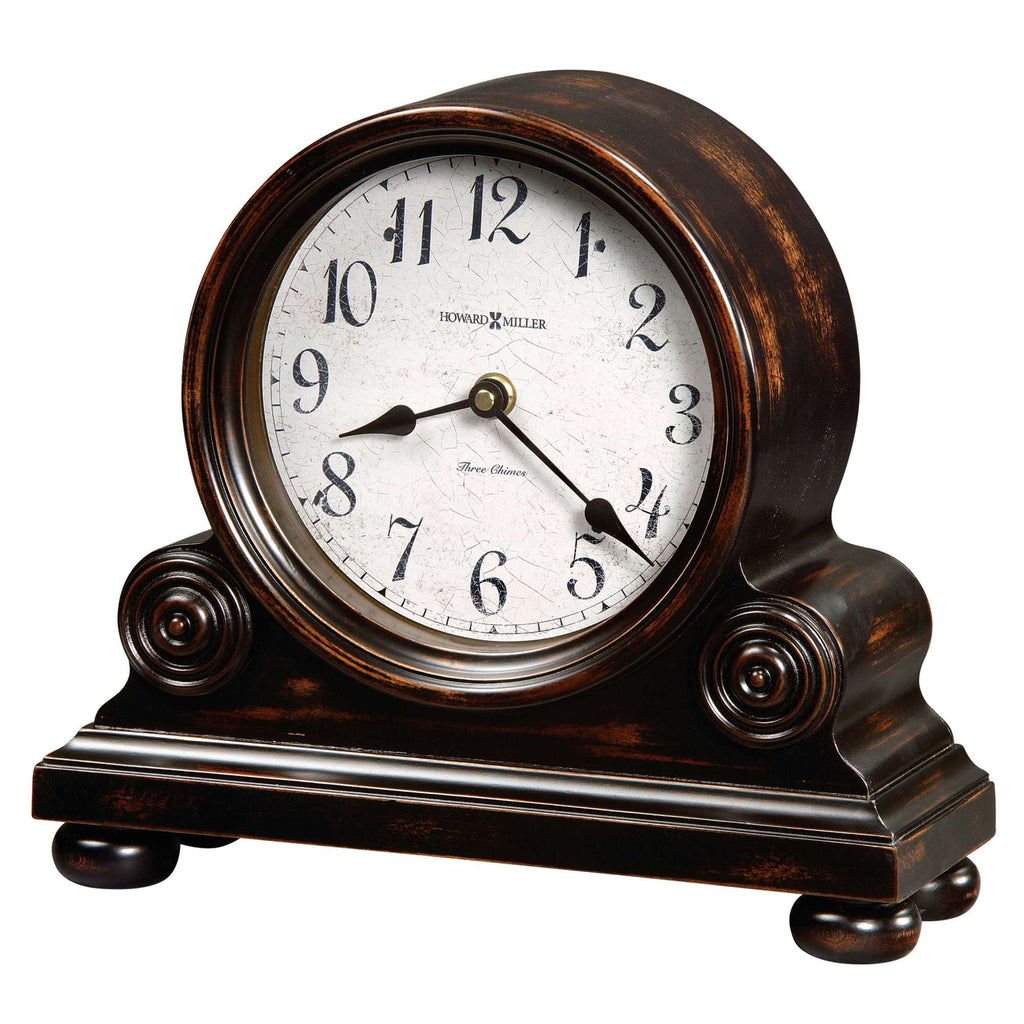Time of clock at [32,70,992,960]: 8:21
